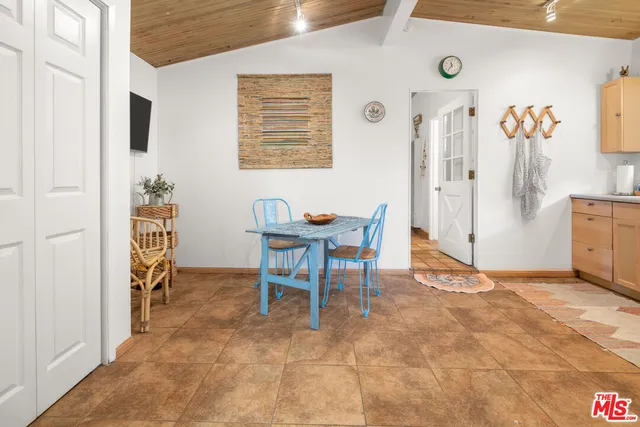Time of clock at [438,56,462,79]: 11:36
